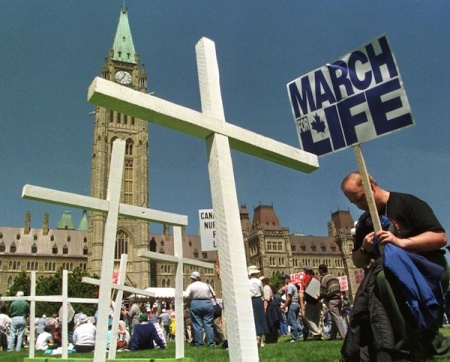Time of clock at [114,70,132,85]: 12:36
